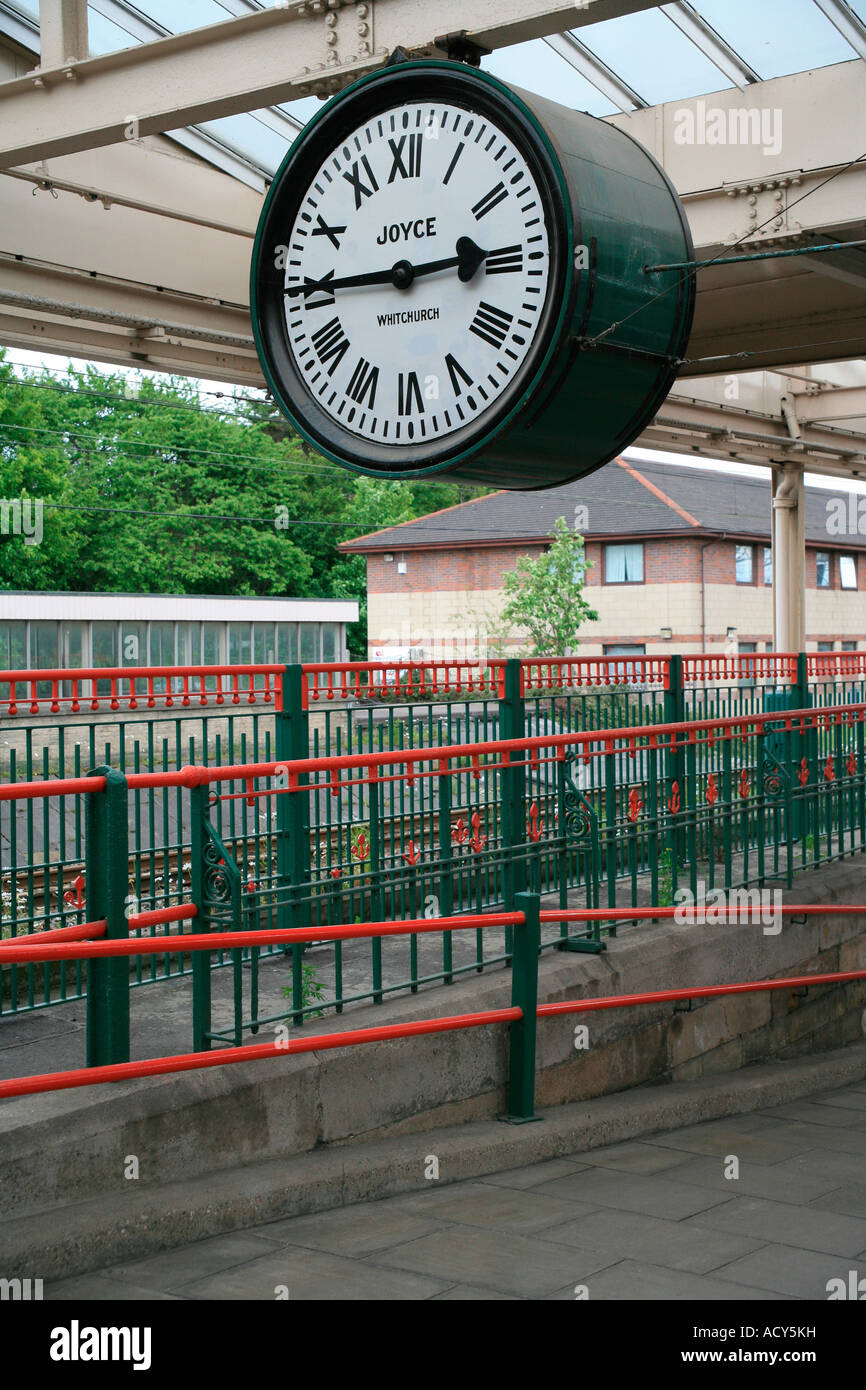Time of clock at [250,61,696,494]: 2:45
